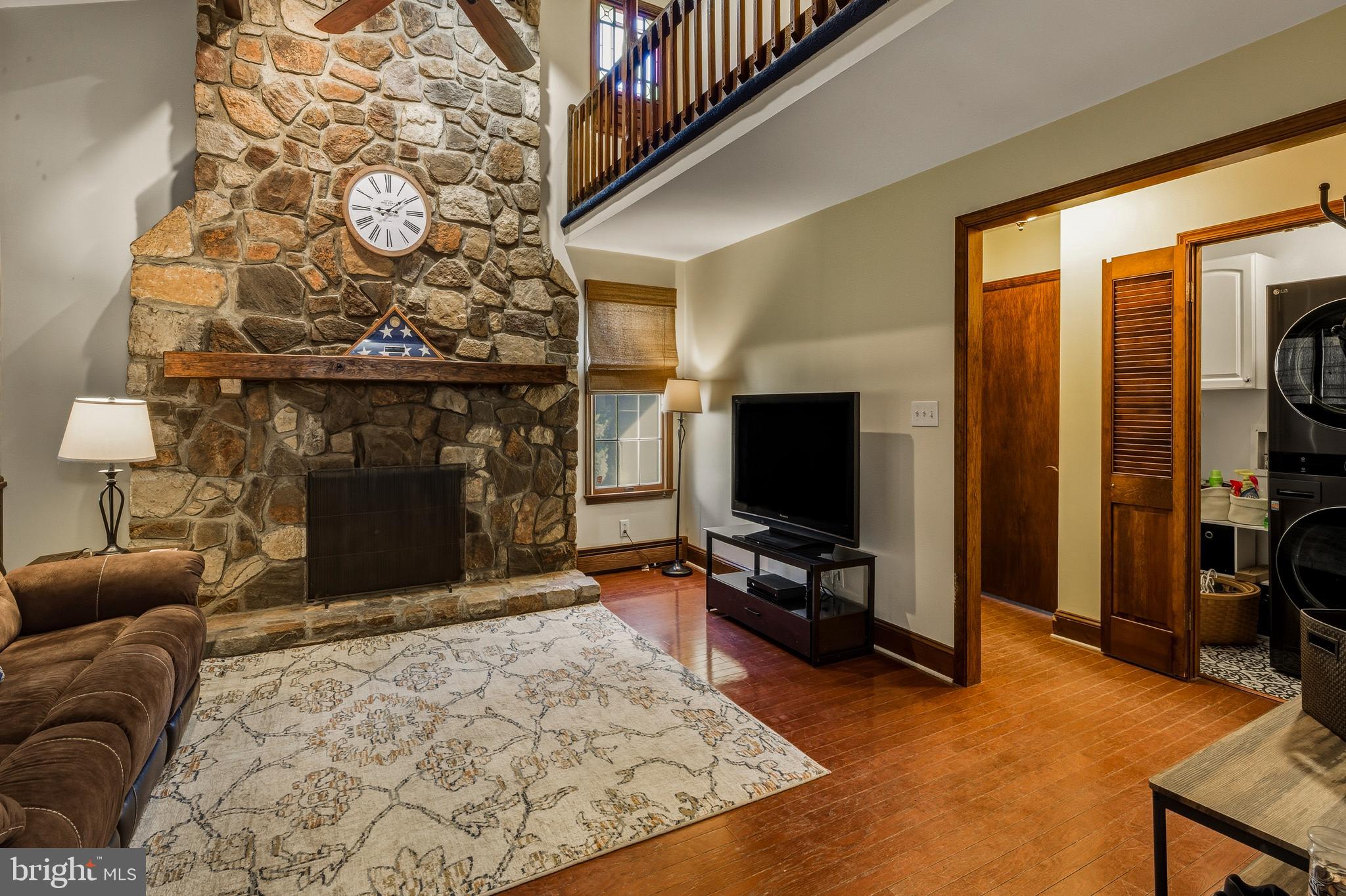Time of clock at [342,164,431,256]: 9:08
